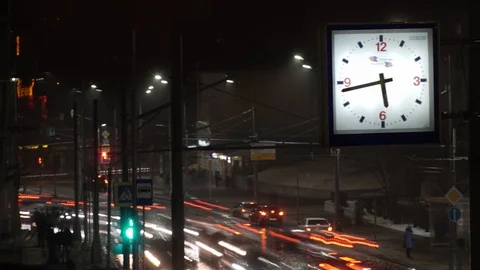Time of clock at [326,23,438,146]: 5:42
